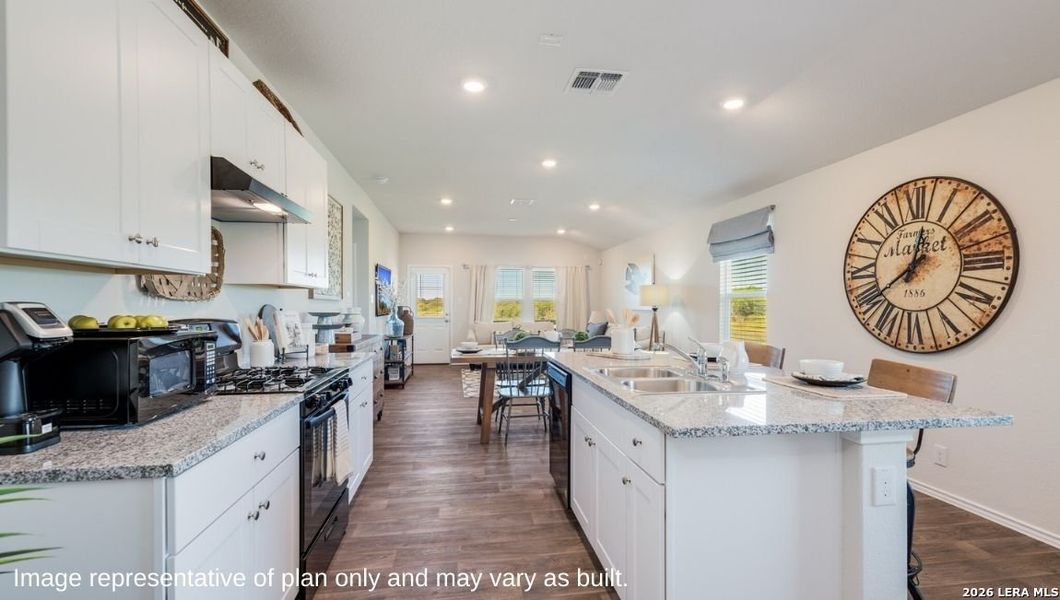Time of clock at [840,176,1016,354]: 12:39
